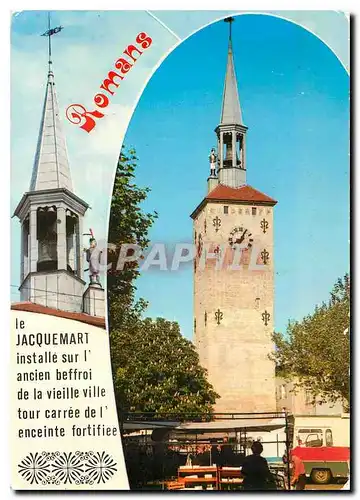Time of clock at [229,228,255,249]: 8:04
